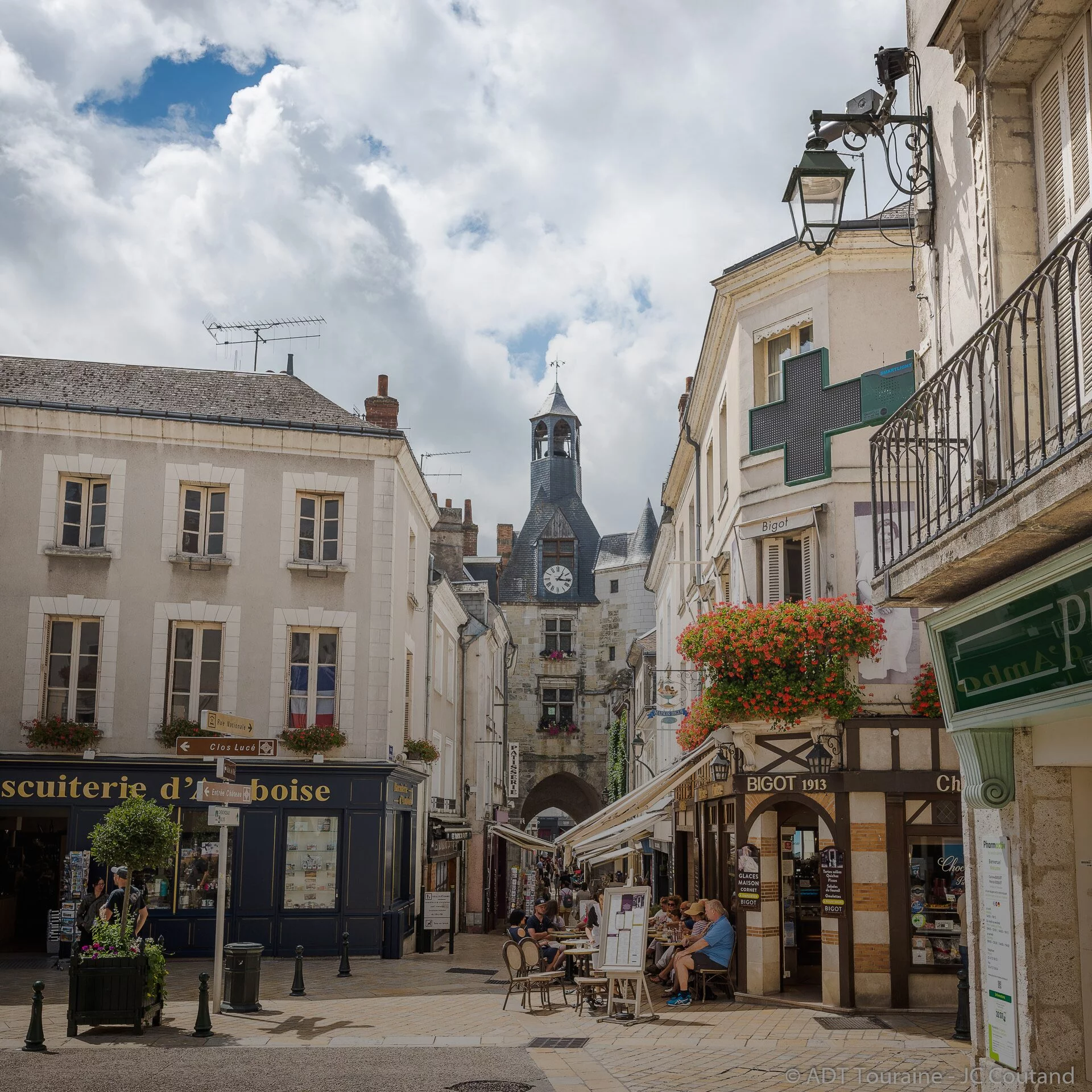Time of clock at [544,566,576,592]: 1:16
